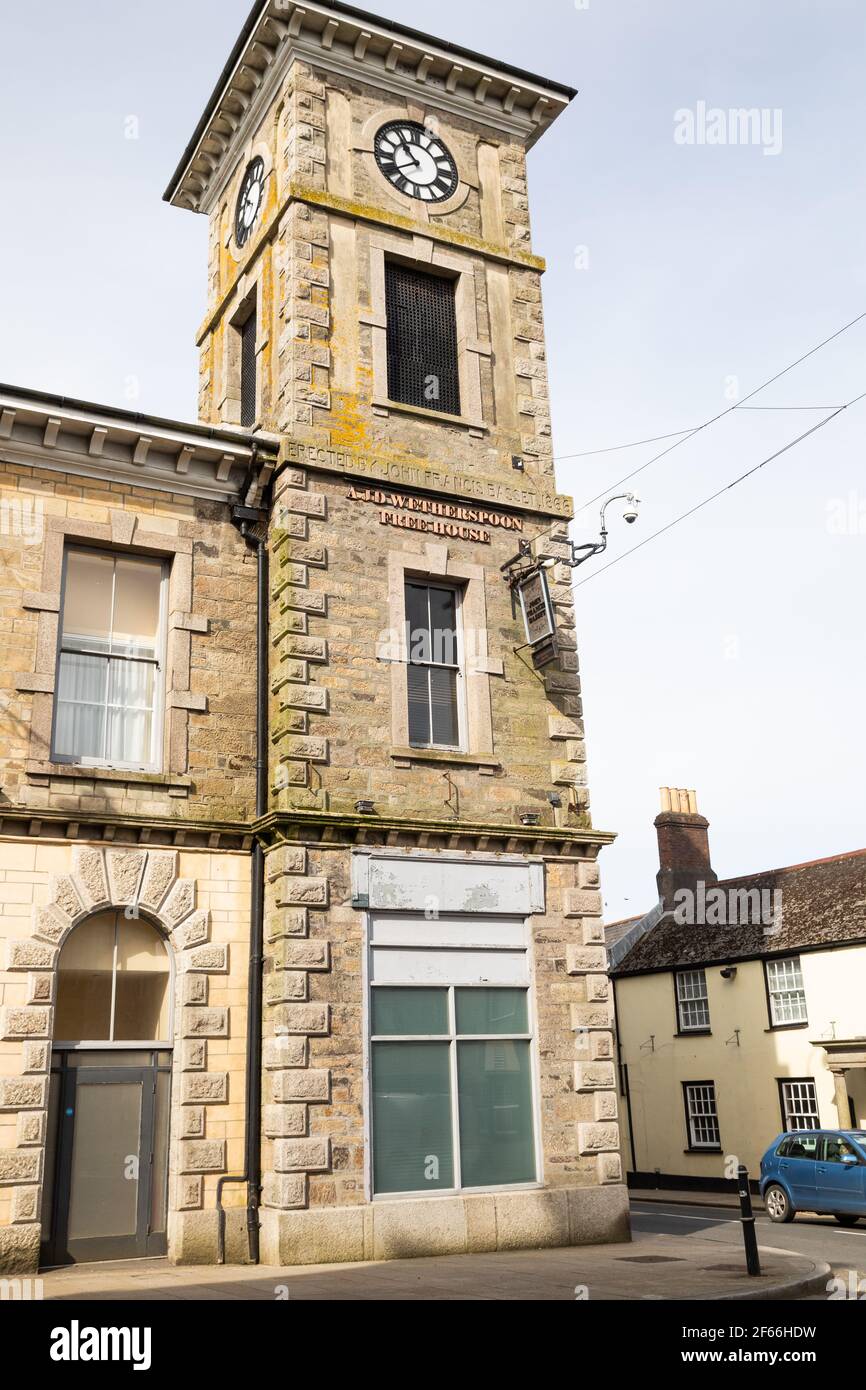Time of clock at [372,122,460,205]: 10:39
